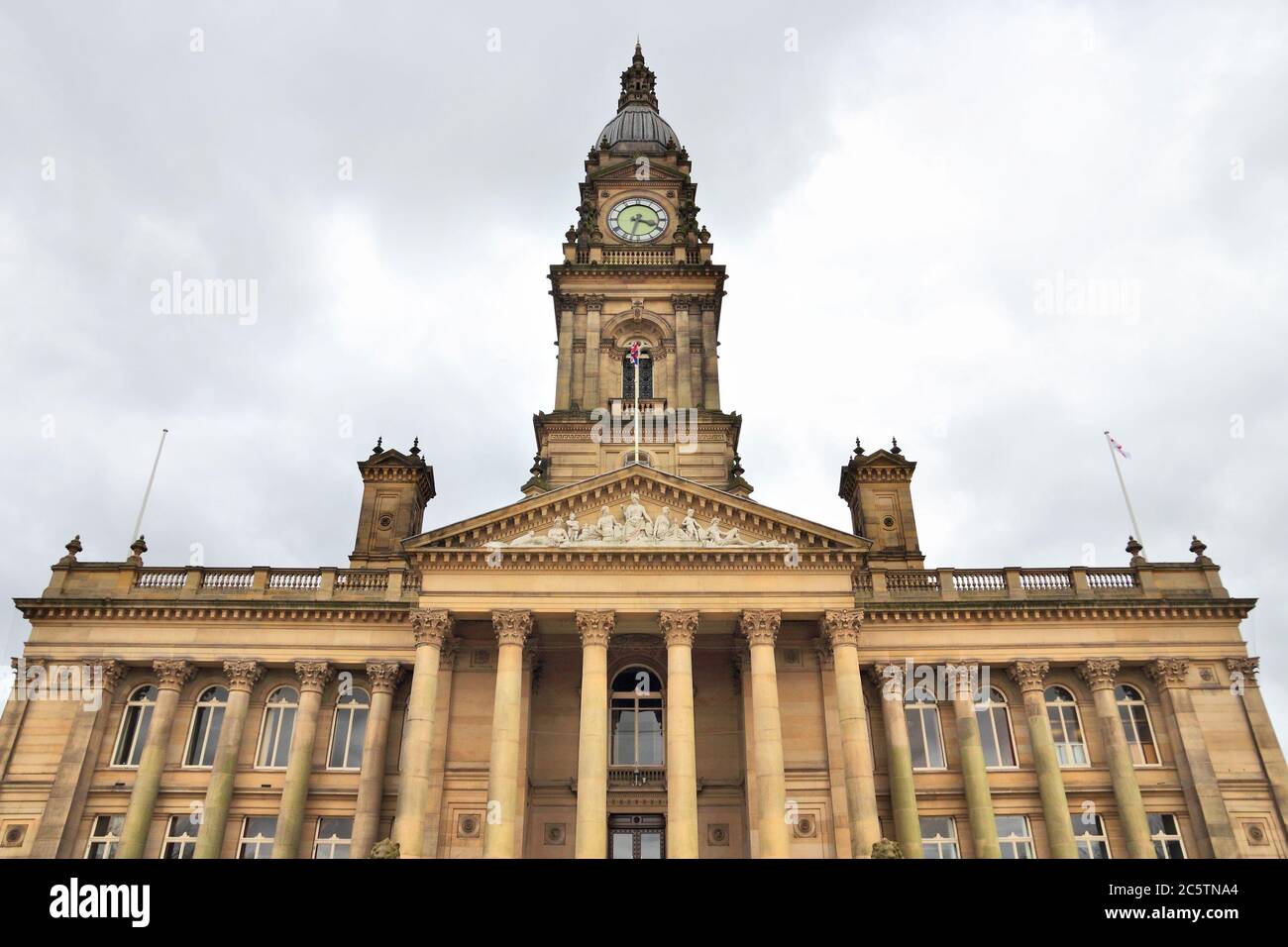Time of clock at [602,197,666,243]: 3:32
